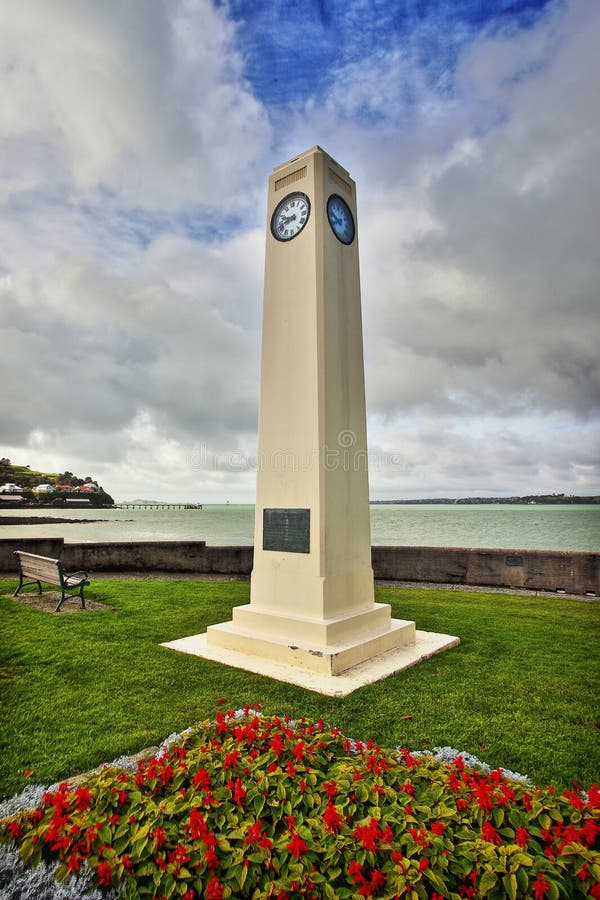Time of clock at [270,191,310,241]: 9:42
